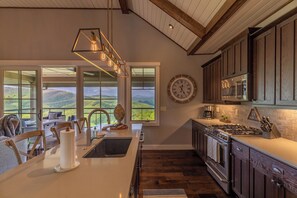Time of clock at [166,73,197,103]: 12:24
